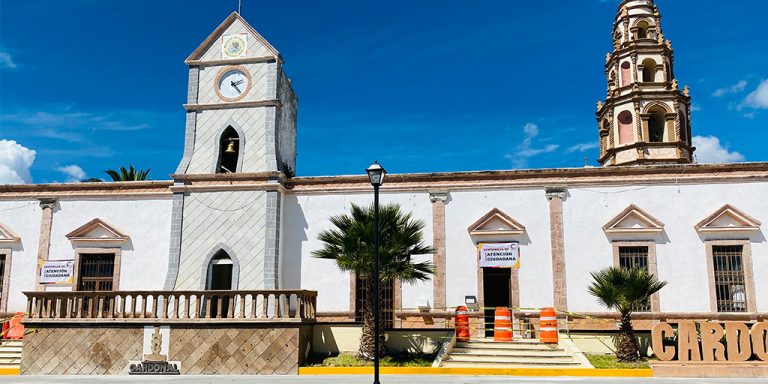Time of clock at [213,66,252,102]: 2:23
